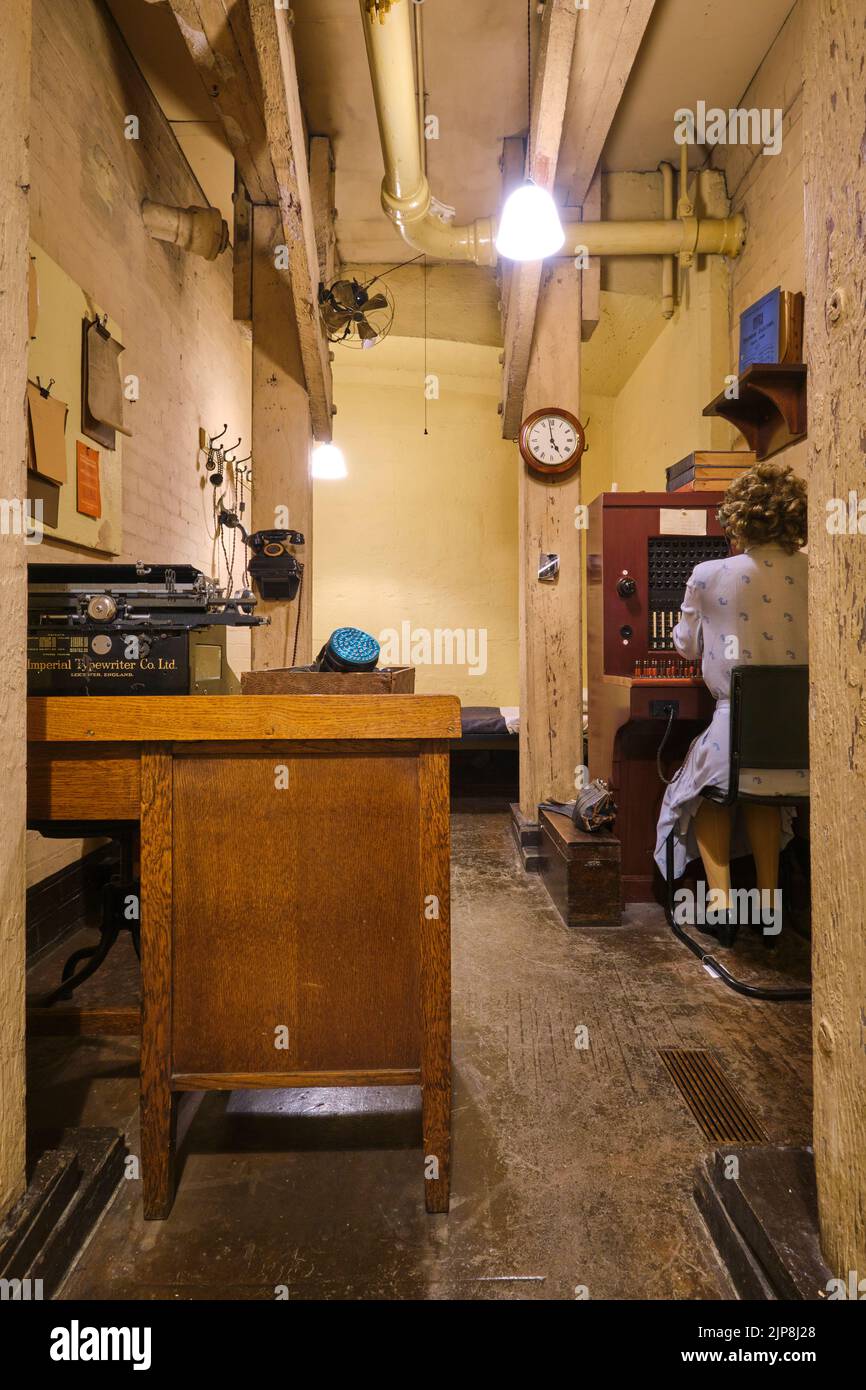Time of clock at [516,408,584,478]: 4:58
